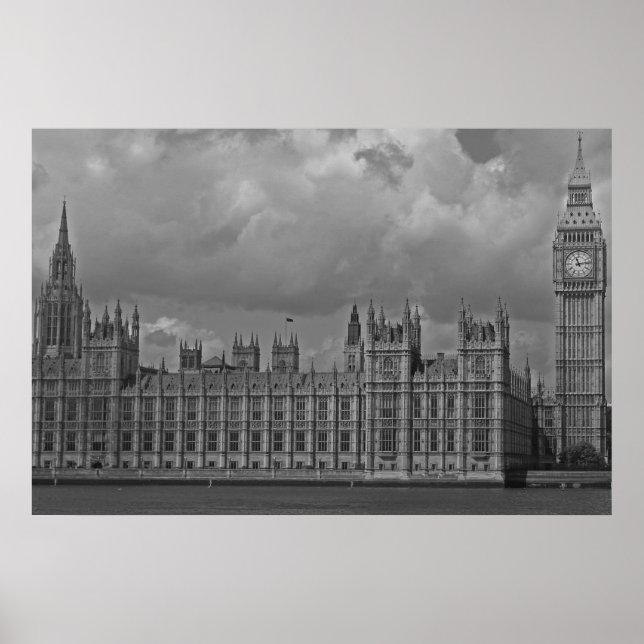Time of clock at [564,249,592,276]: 11:13
